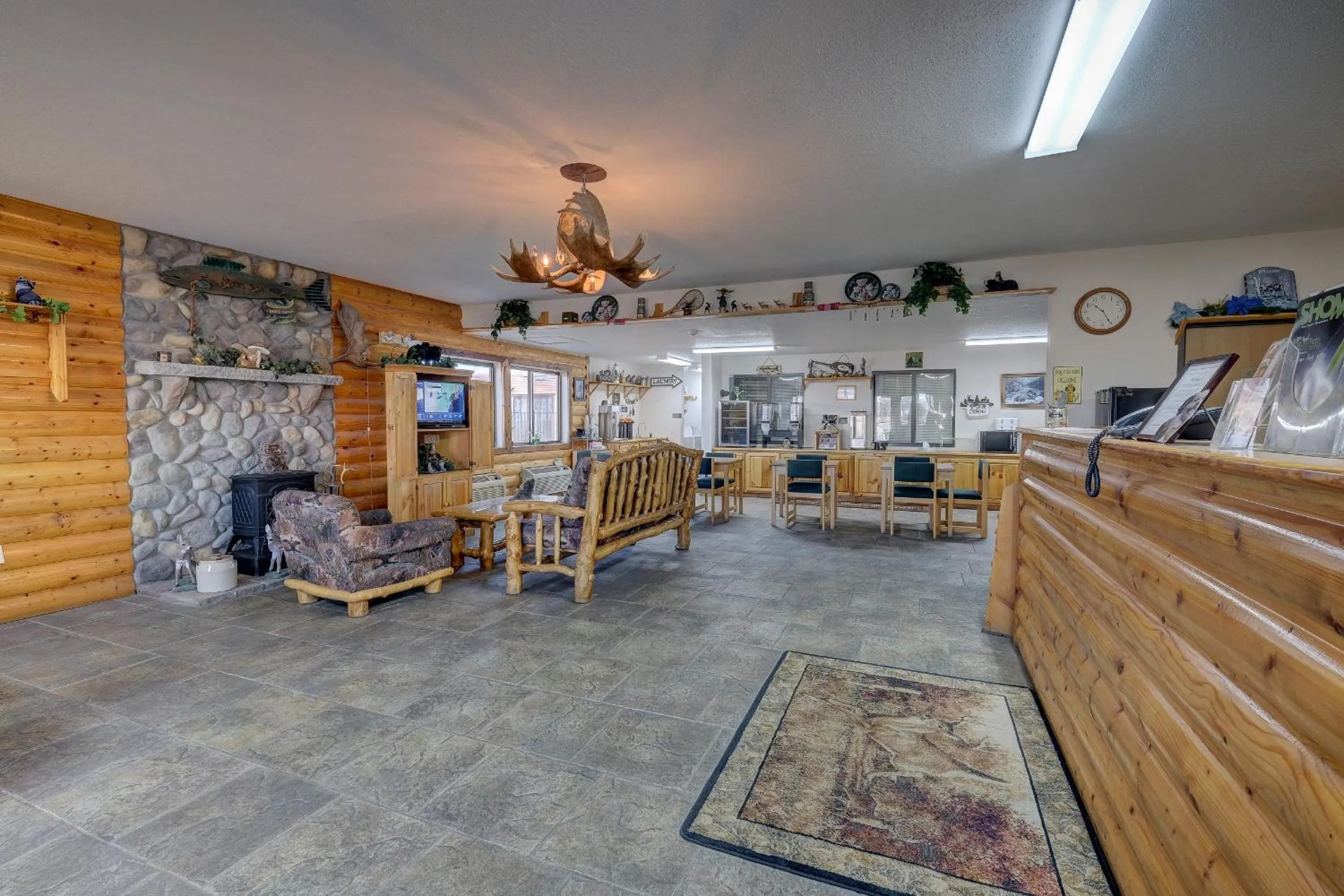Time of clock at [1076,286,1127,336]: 10:25
